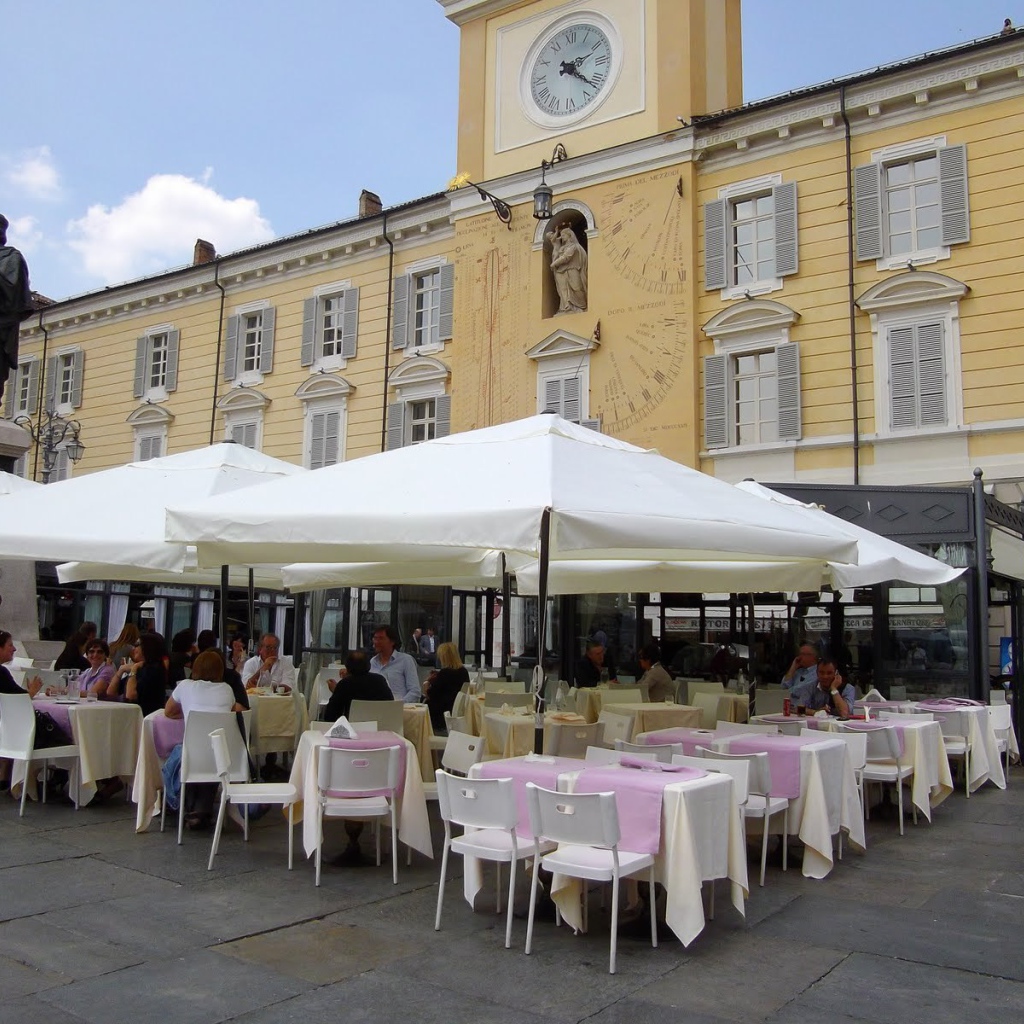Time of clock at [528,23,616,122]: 2:21
